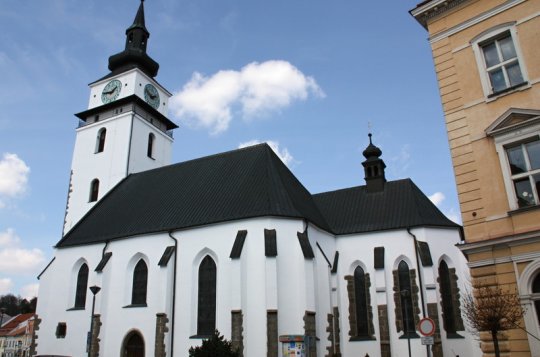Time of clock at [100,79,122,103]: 1:46
